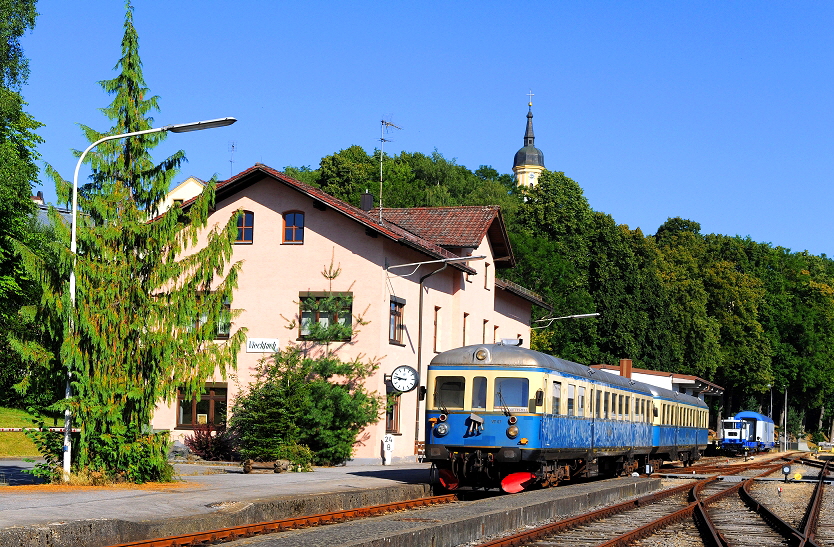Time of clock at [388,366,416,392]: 8:46
